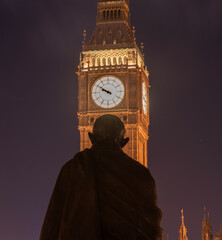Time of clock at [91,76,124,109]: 9:50
